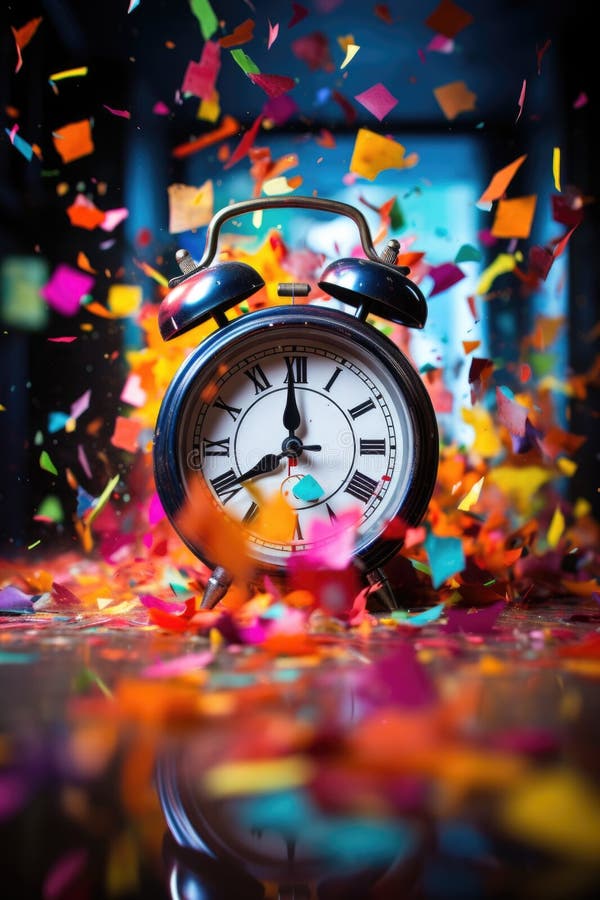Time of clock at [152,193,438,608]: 7:59
